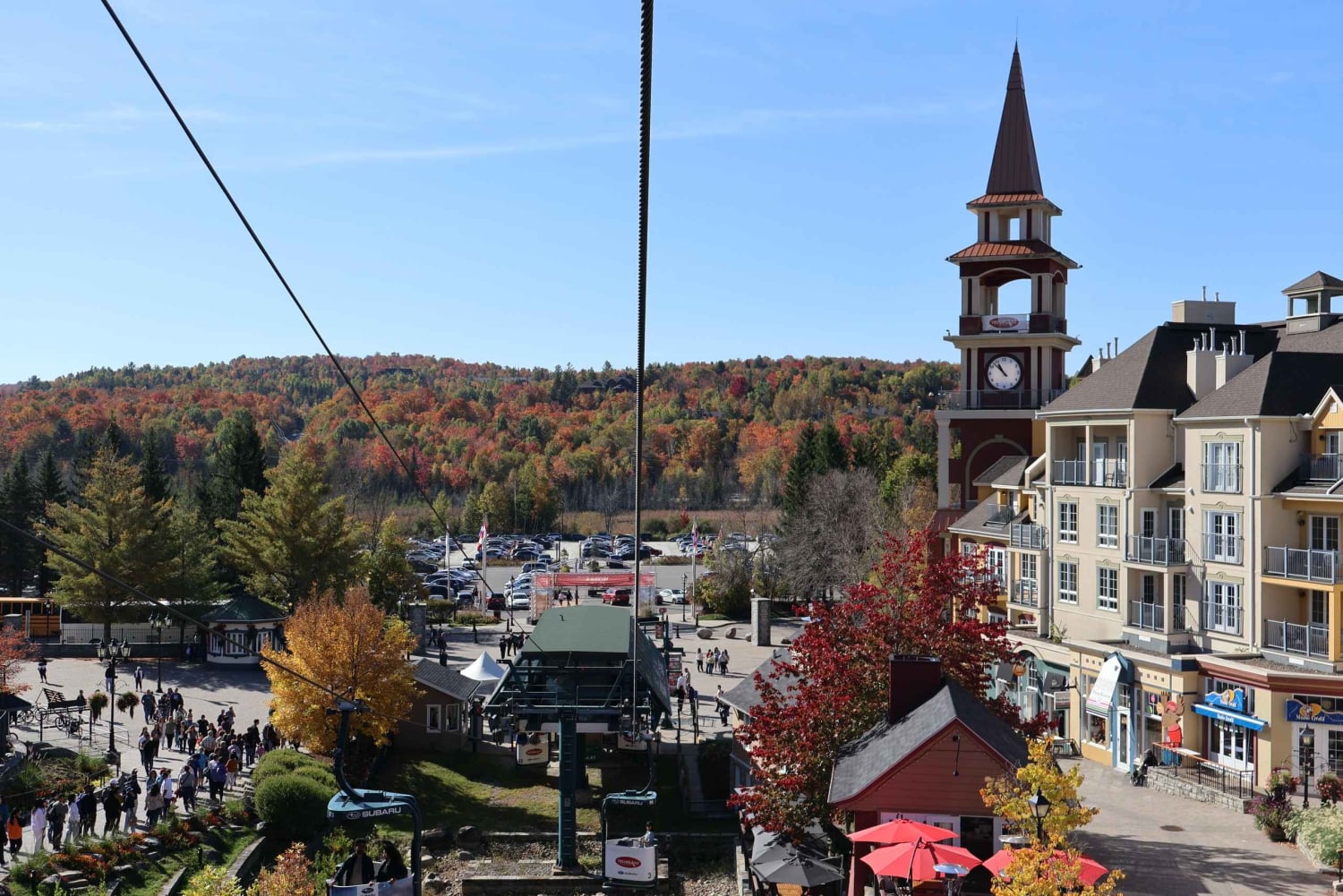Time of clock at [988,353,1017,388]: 10:52
